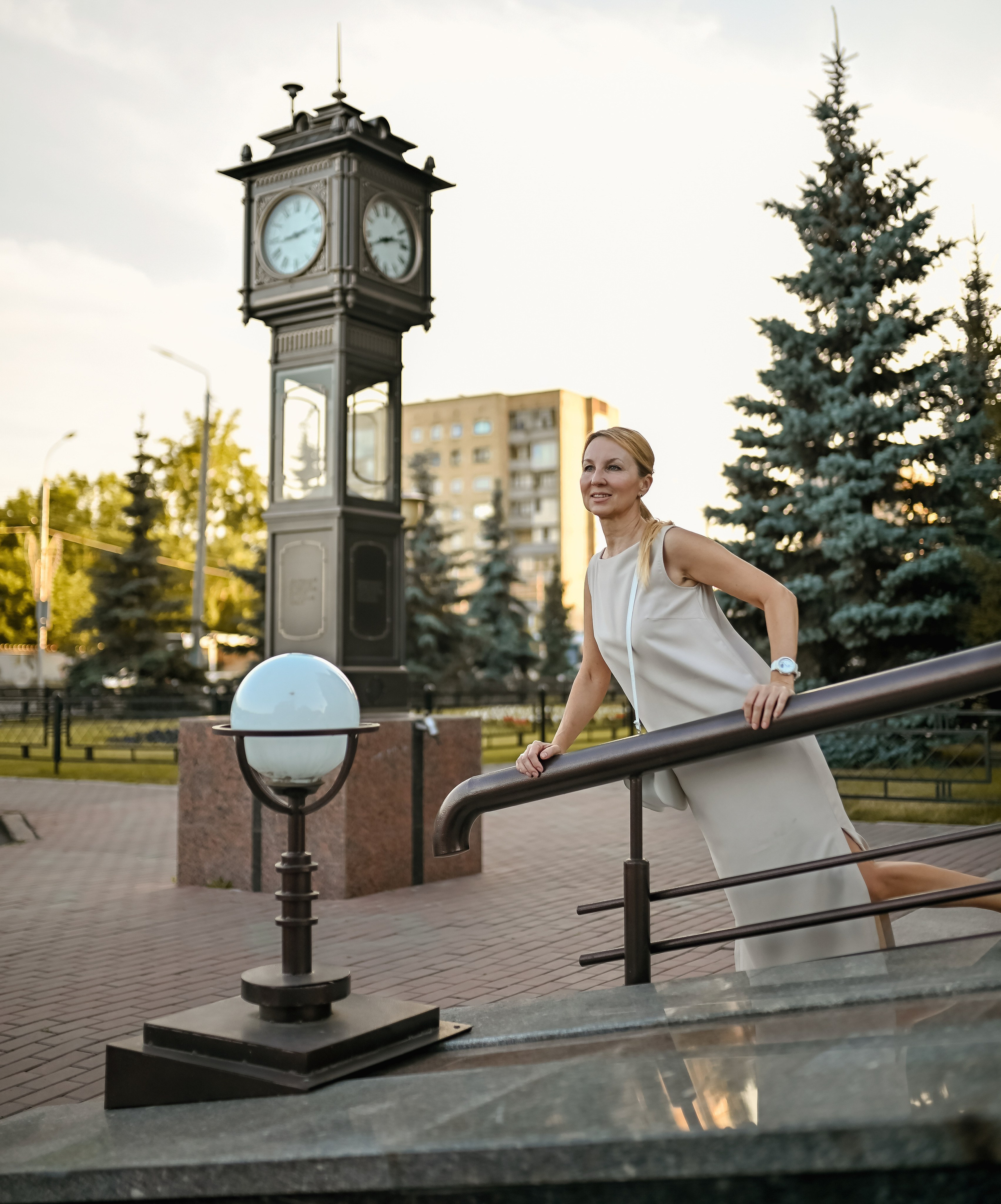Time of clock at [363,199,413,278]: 2:40
